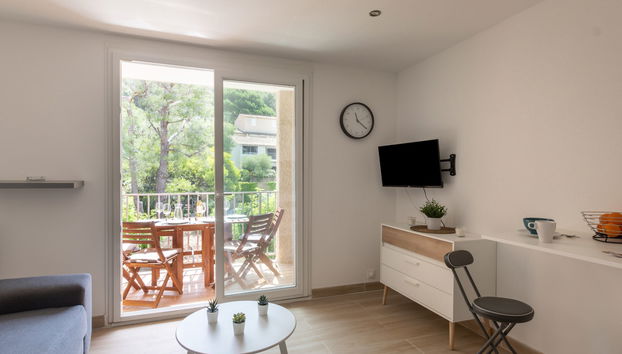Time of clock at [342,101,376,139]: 11:20
